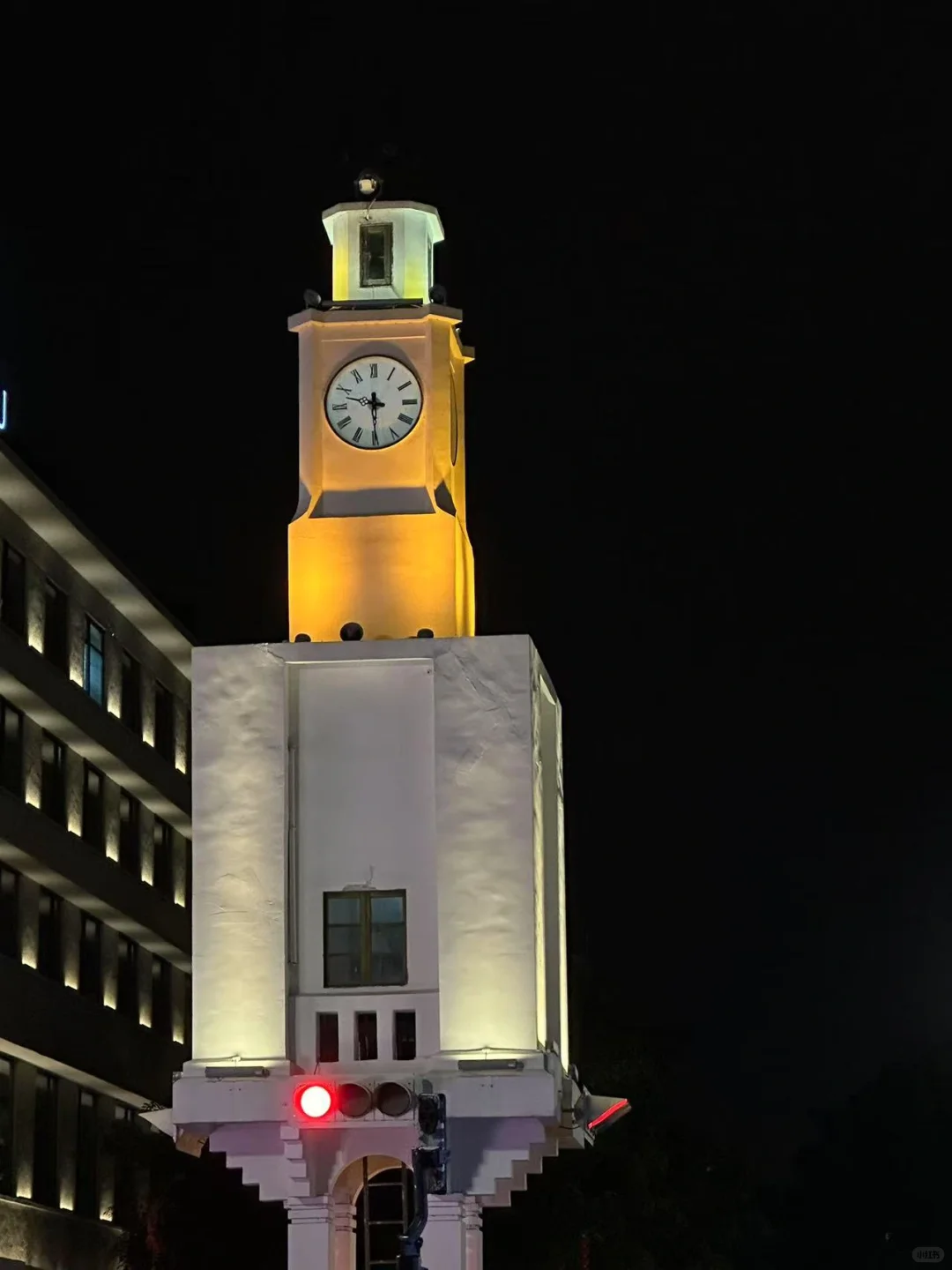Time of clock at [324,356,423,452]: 9:29
